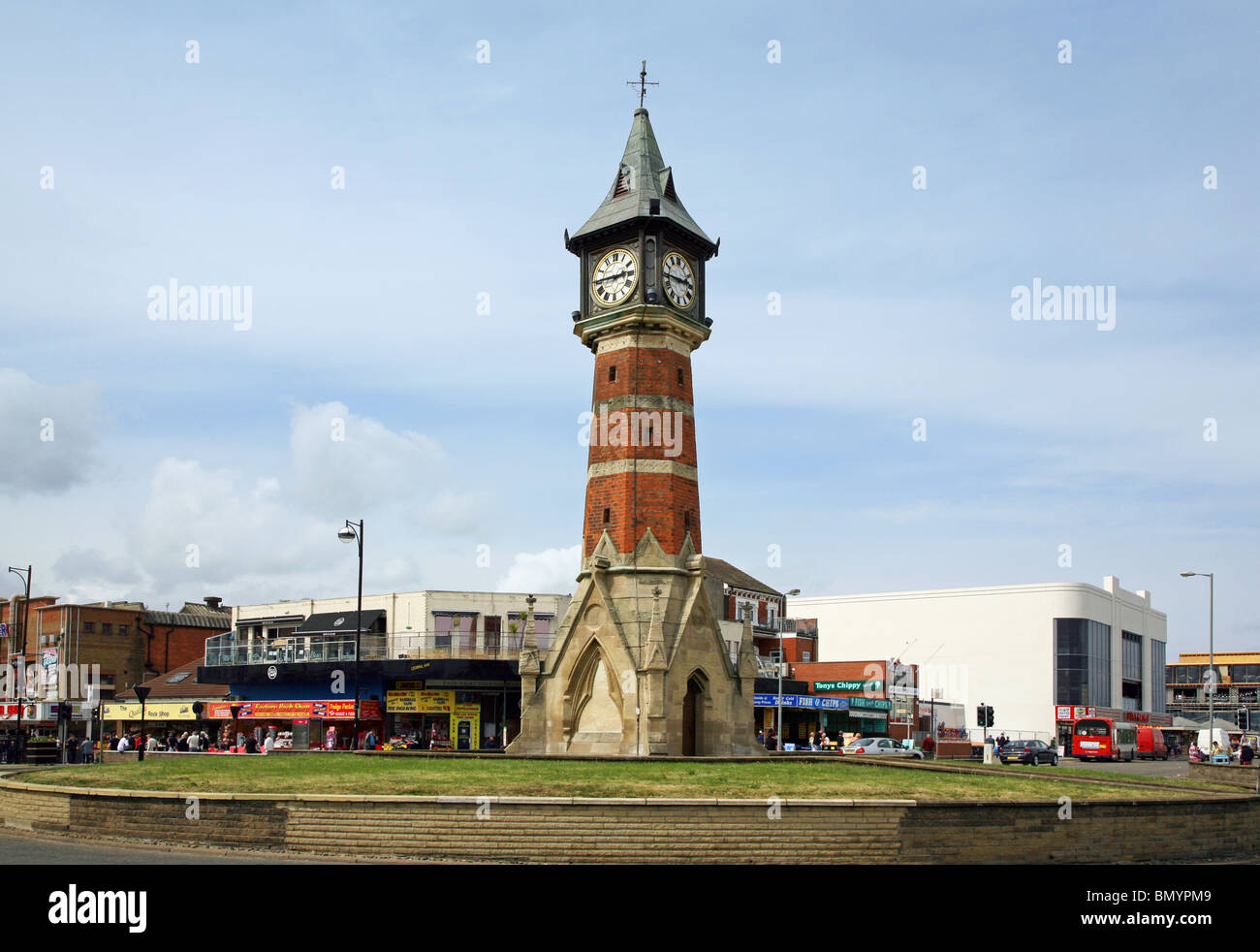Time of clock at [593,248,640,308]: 2:45
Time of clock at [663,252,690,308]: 2:45
